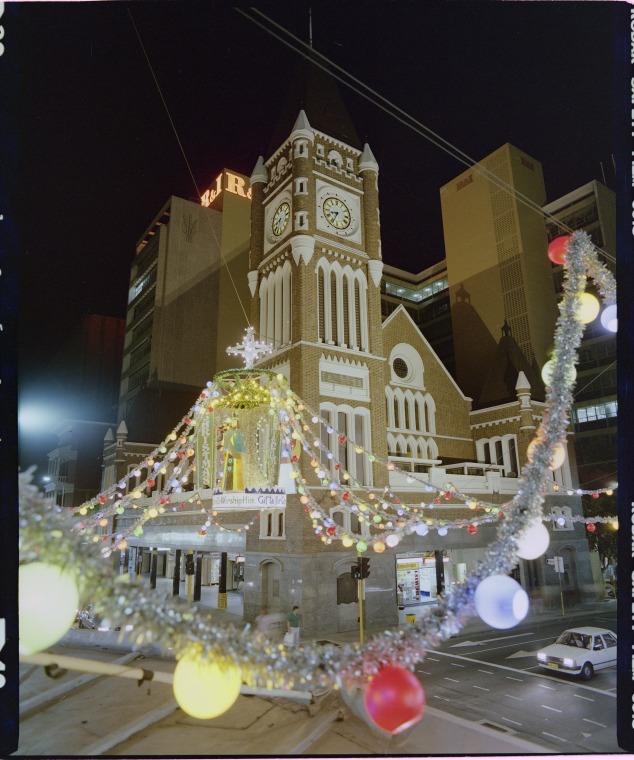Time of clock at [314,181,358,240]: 8:33
